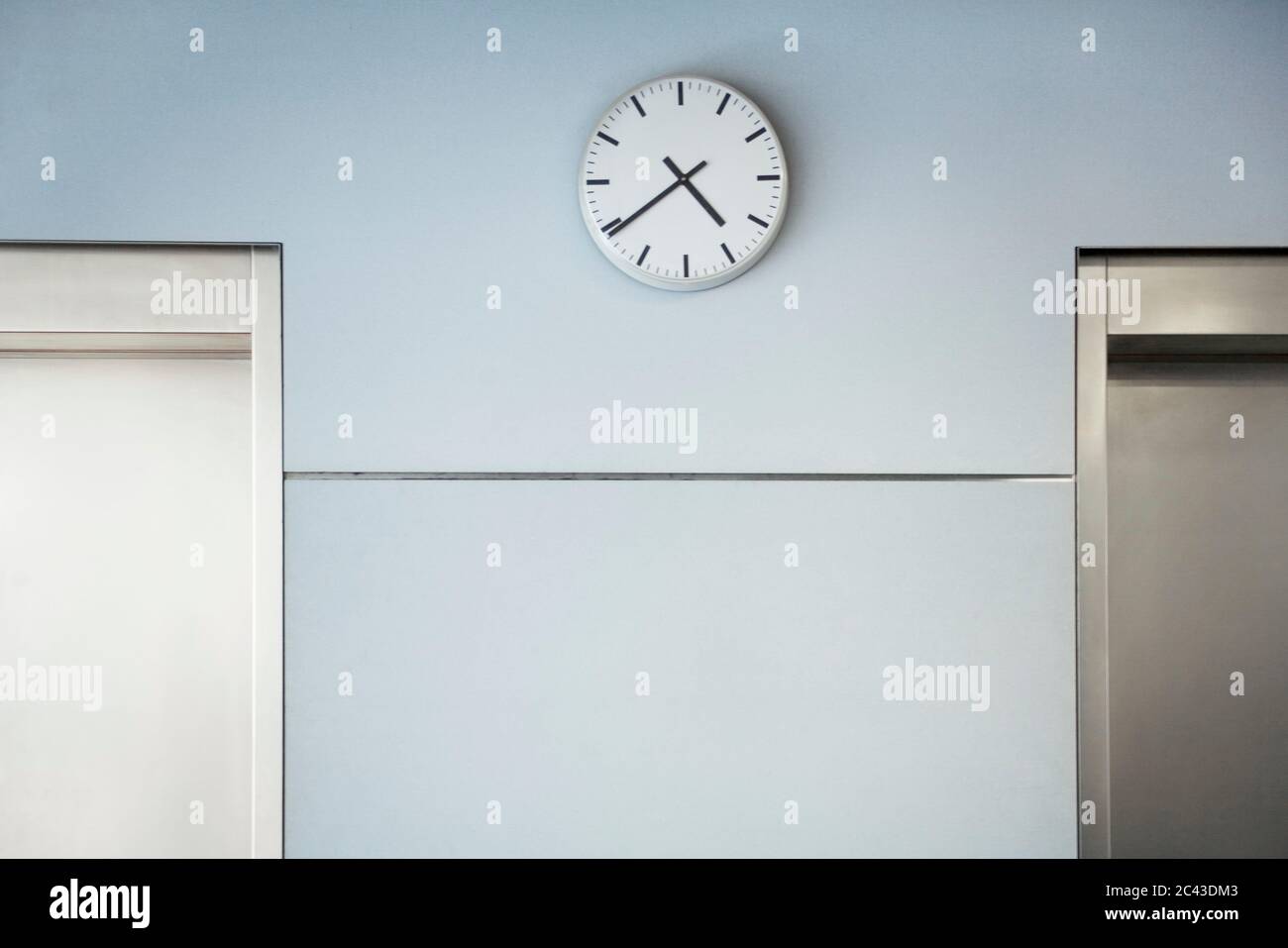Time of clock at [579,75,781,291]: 4:39
